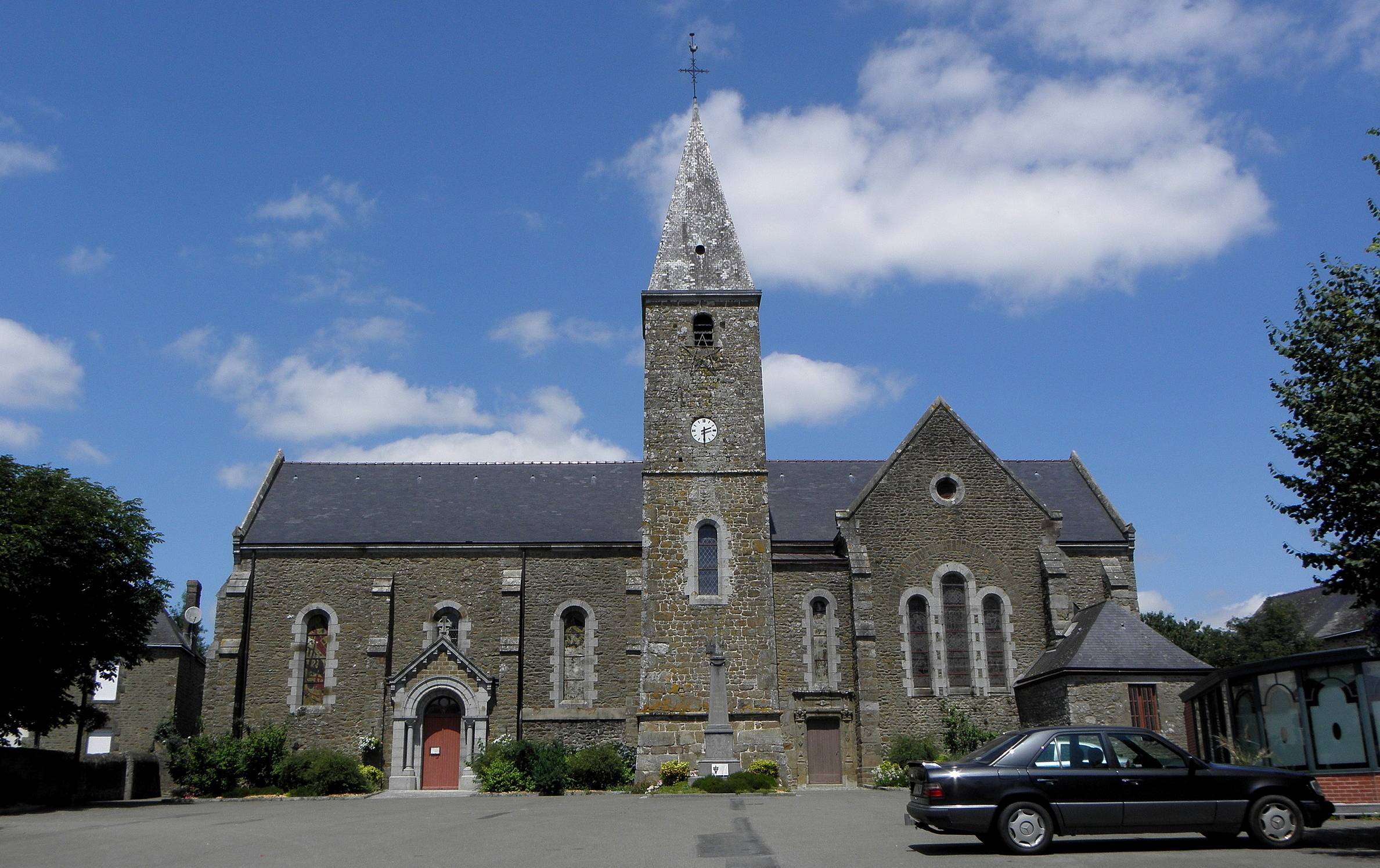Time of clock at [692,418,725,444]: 2:29
